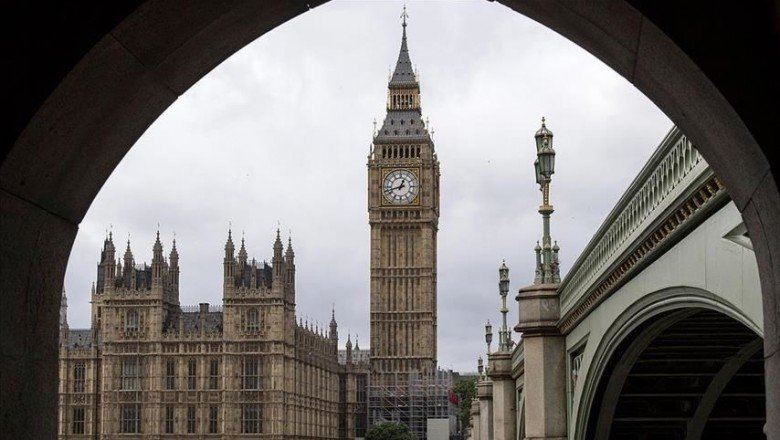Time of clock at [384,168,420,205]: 12:42
